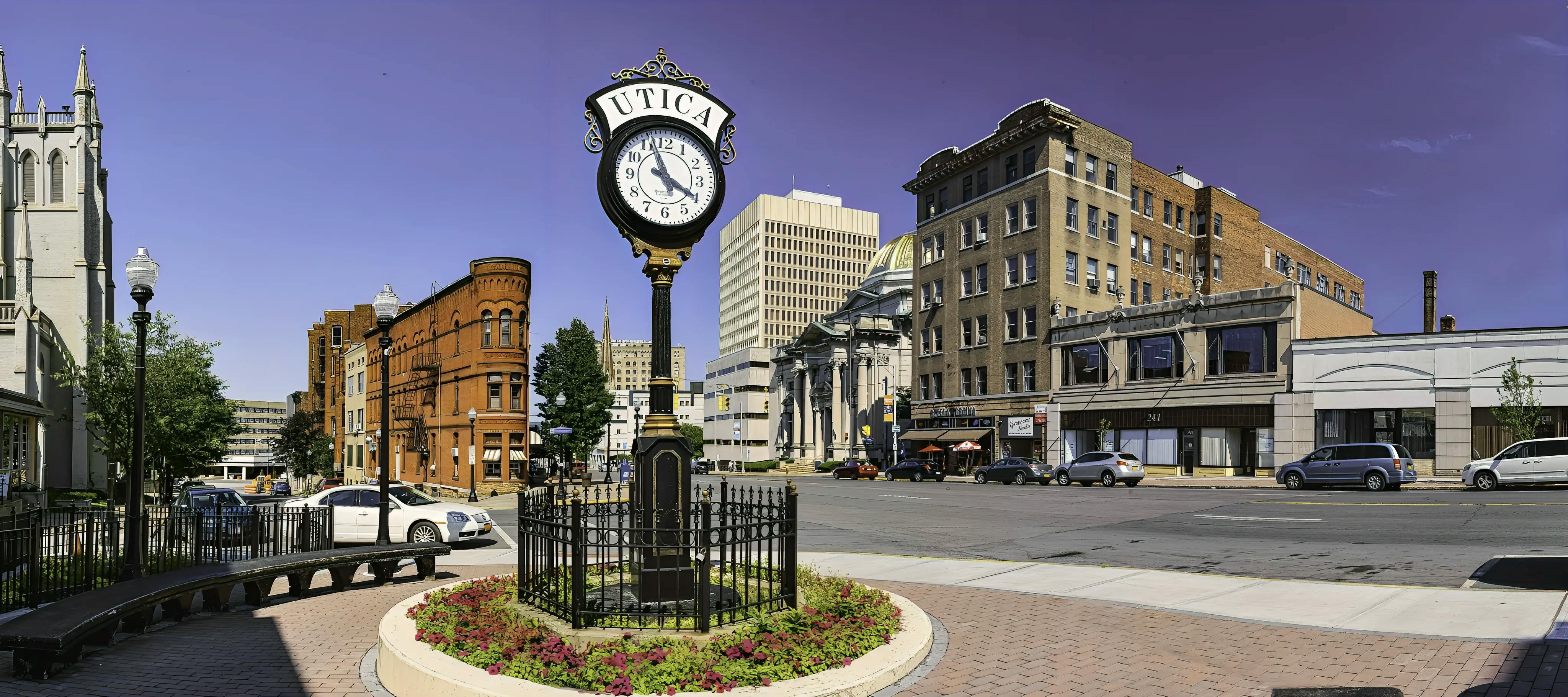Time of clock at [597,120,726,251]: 3:57
